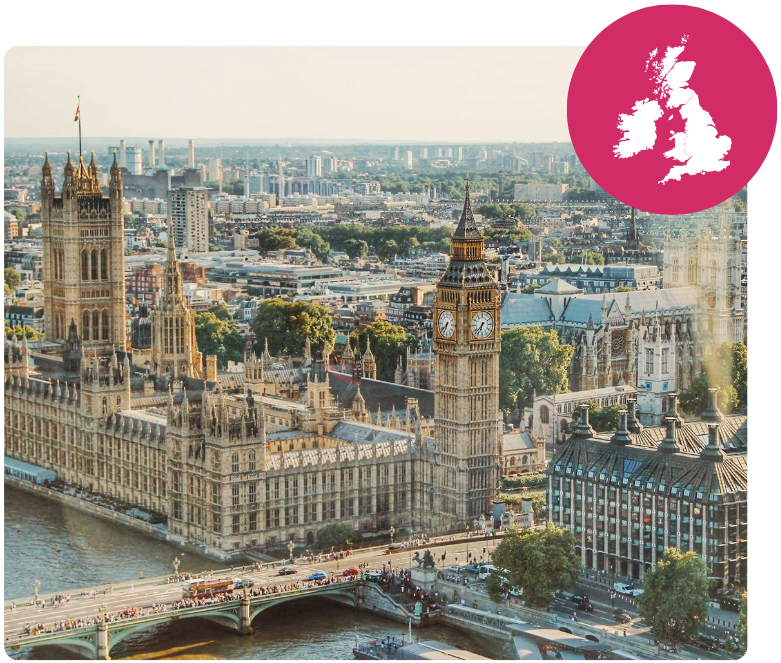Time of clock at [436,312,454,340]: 6:38
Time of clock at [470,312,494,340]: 6:37
